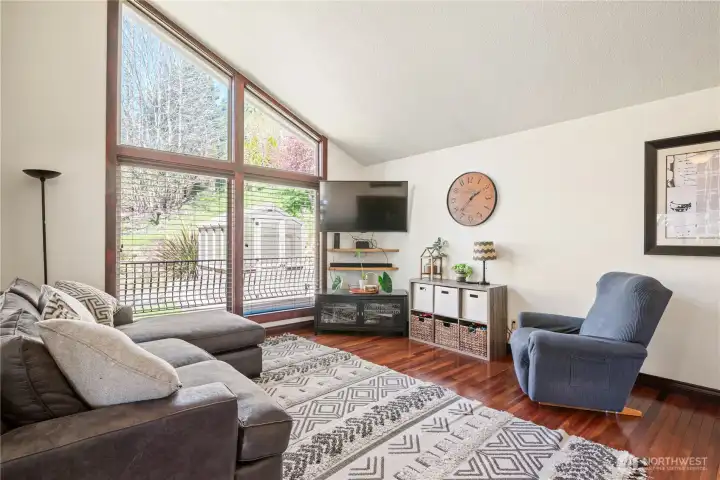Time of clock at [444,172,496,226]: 1:36
